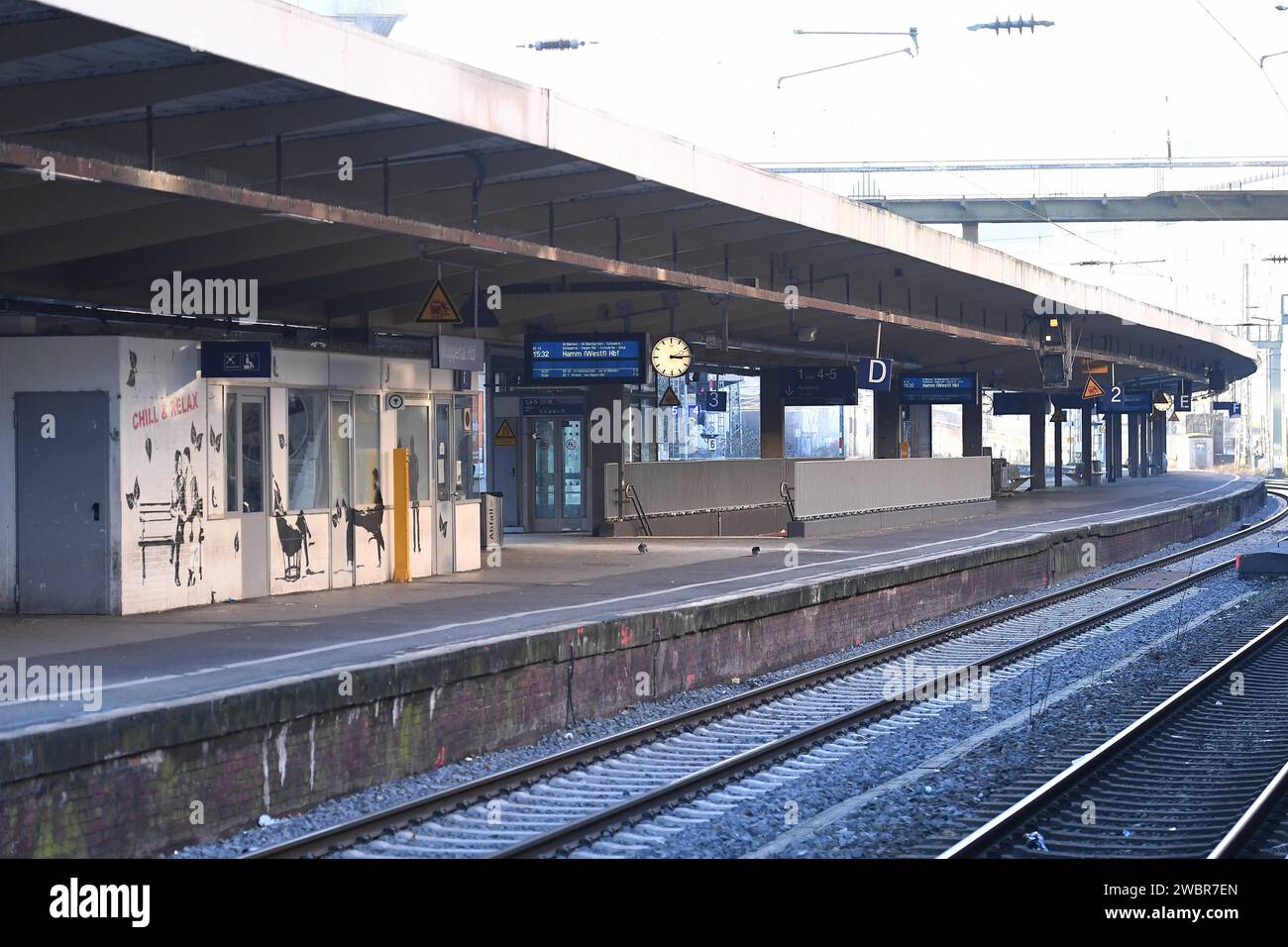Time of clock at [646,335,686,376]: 3:14
